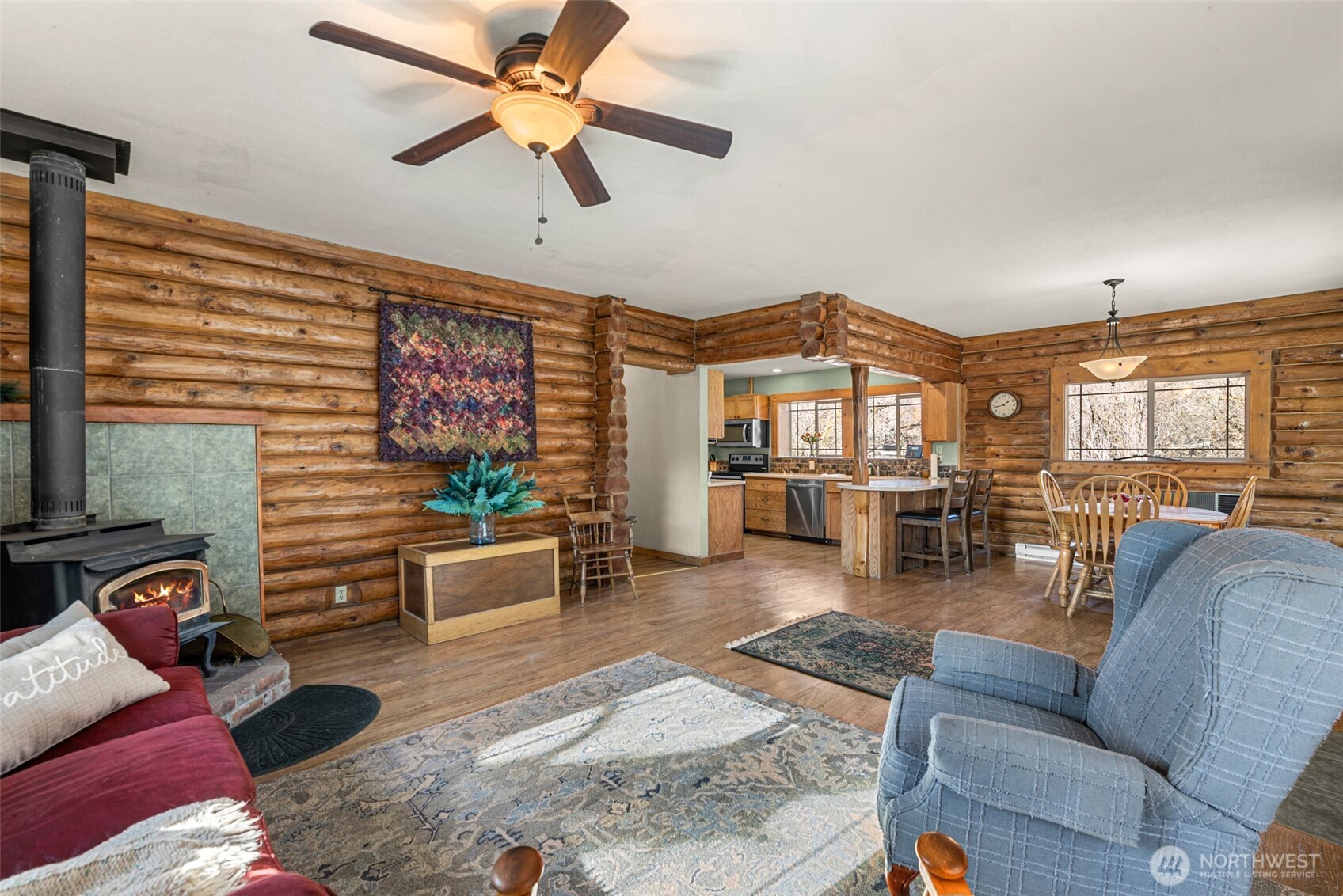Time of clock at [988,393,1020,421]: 1:43
